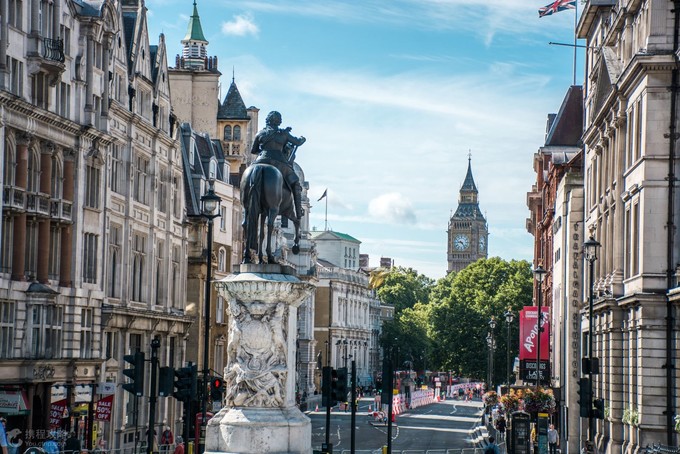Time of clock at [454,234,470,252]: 9:23
